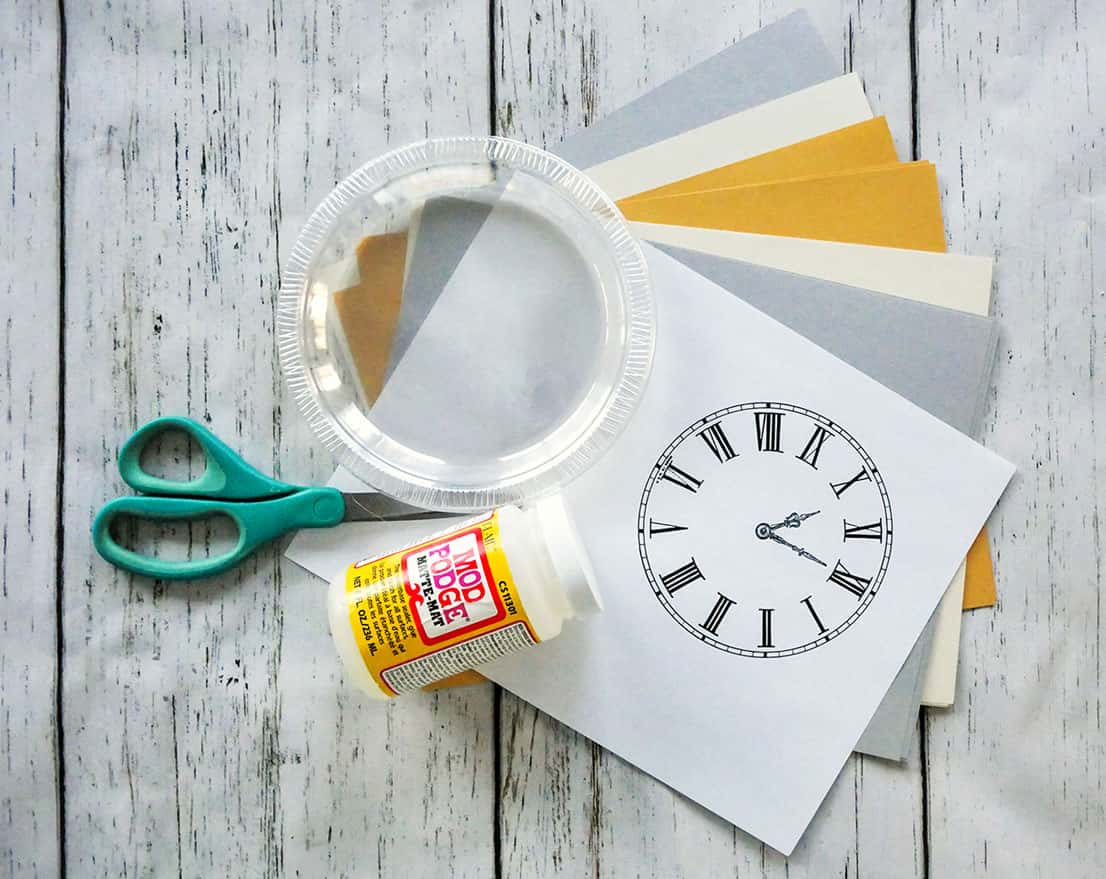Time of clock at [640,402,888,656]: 2:19
